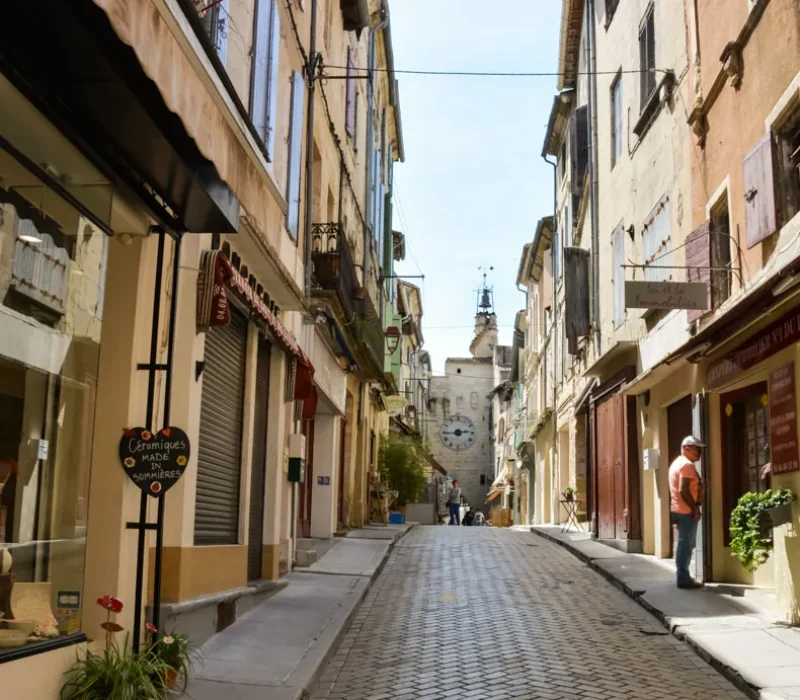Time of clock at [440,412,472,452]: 2:44
